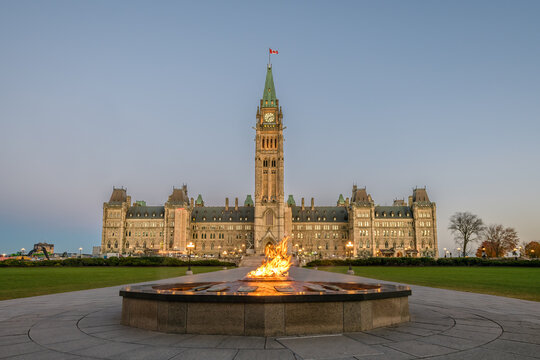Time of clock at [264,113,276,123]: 7:12
